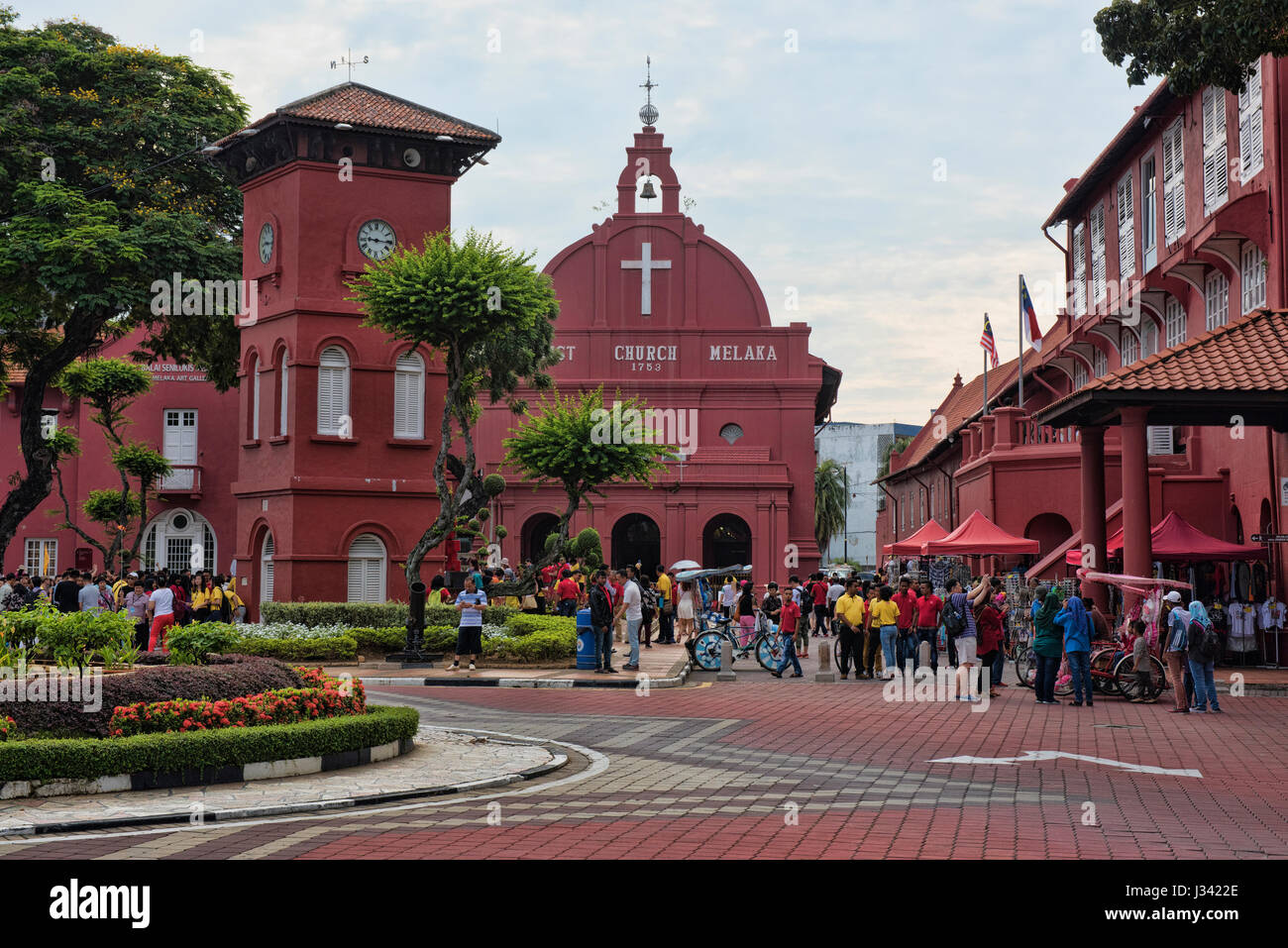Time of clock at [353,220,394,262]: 9:15
